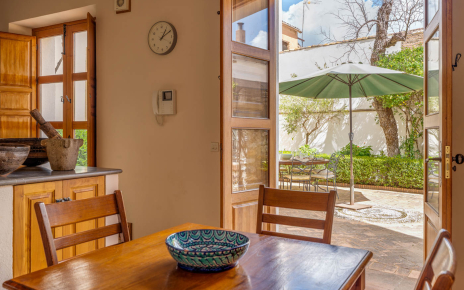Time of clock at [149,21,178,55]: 1:10
